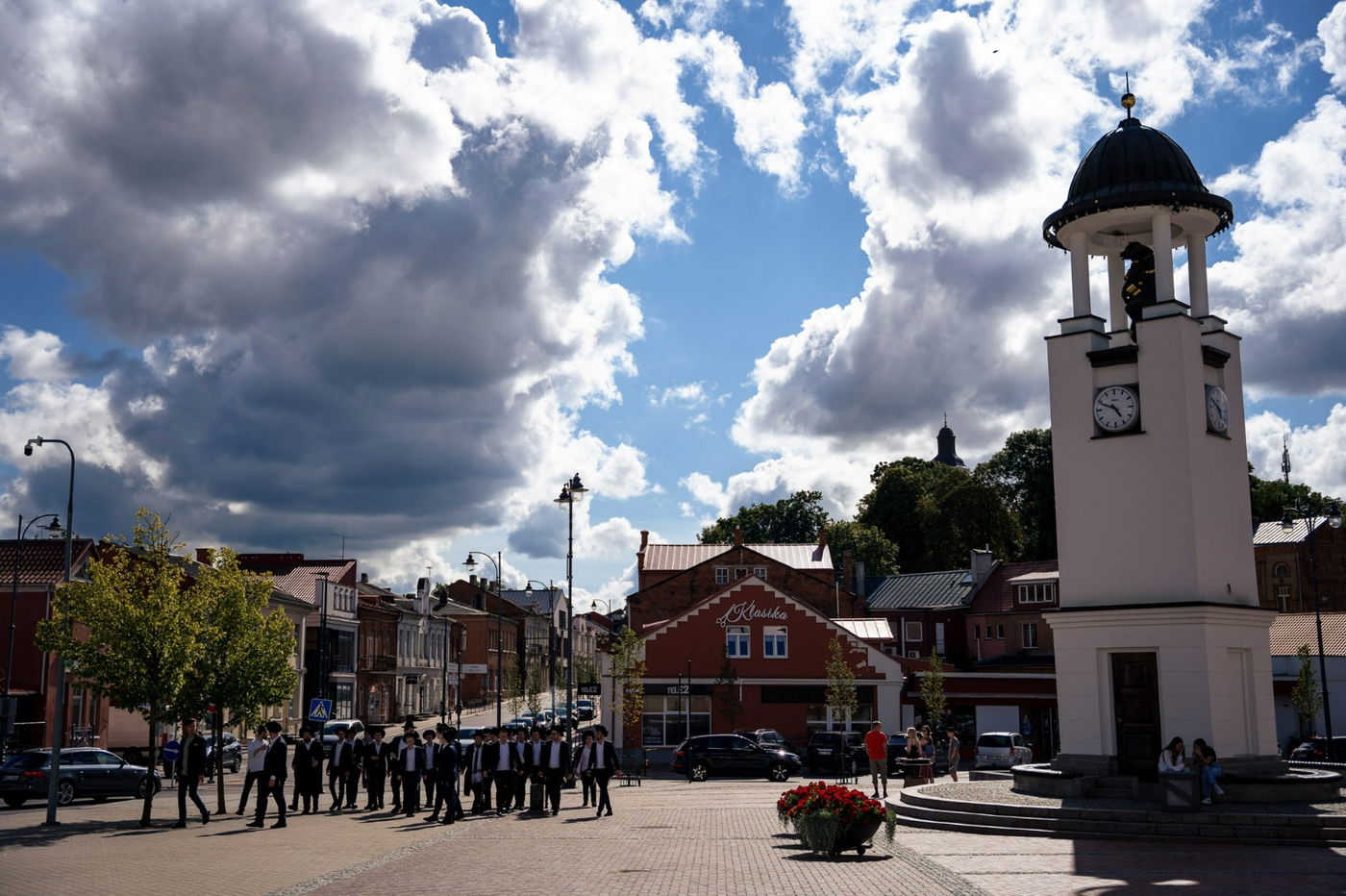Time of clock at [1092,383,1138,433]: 4:48
